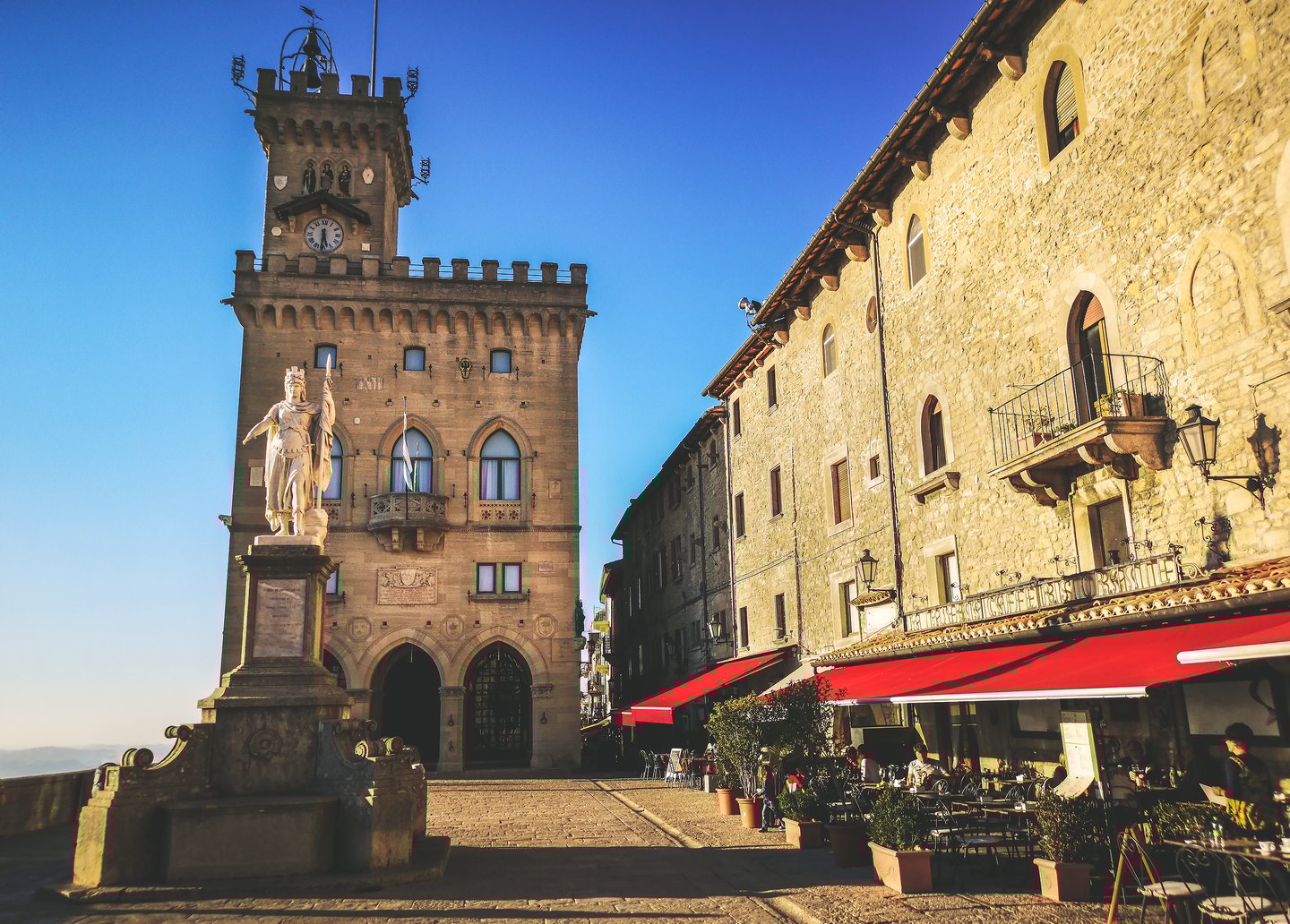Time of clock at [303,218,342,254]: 5:31
